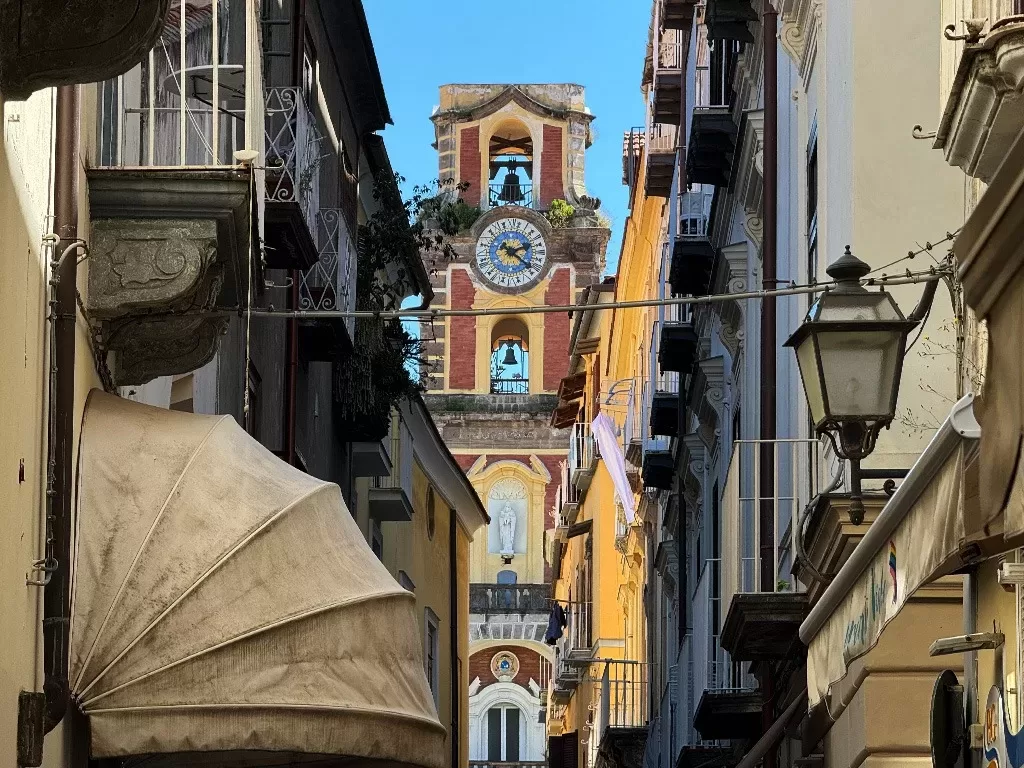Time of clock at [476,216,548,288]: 2:20
